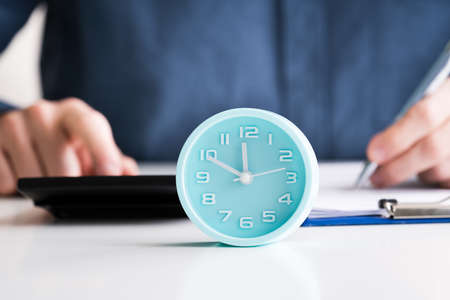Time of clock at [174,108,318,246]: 11:49
